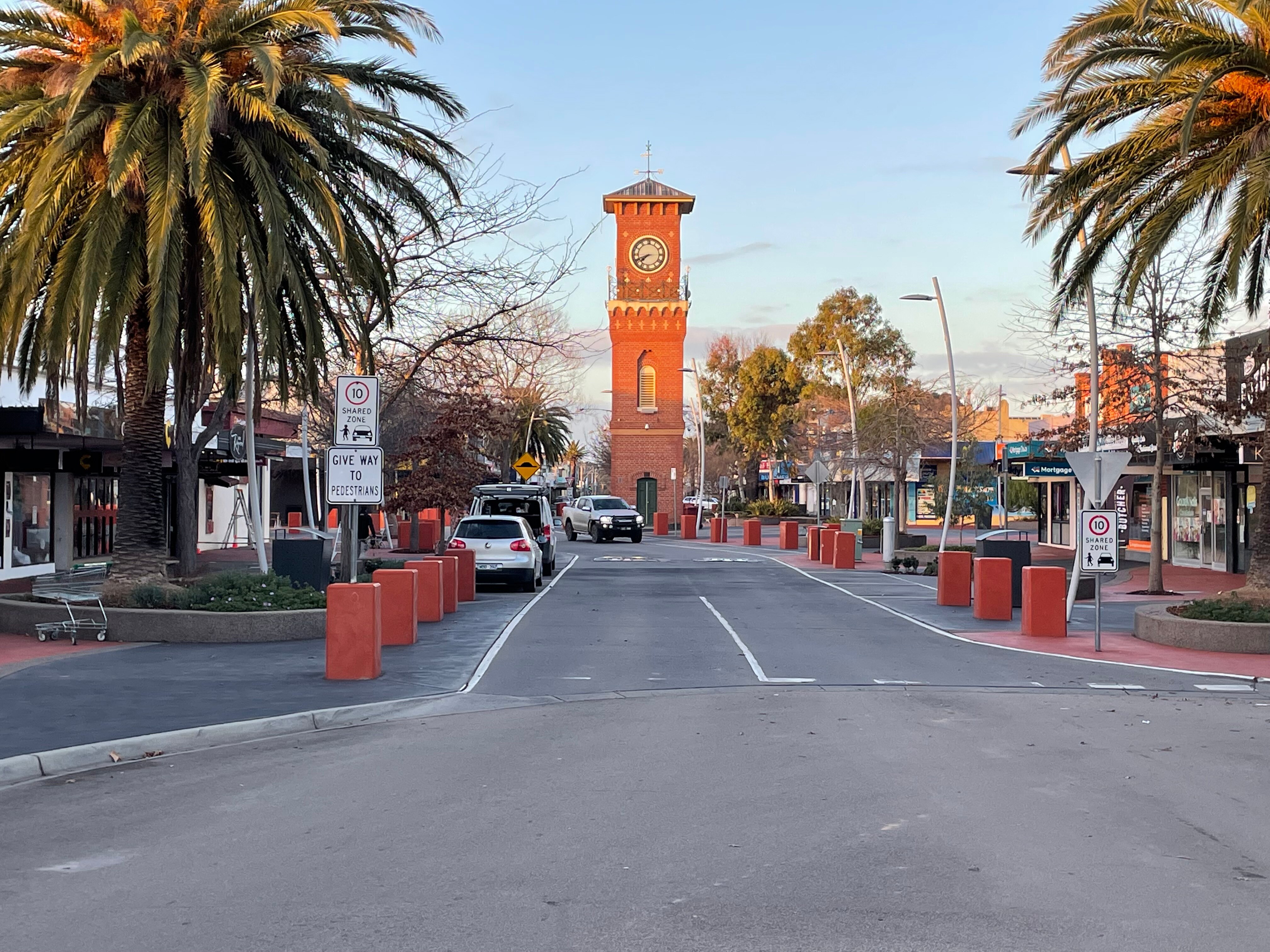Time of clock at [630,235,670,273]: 7:41
